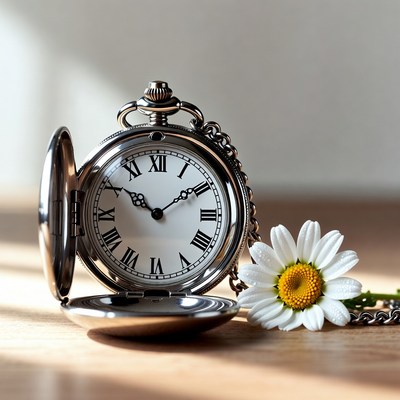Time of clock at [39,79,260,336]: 1:50
